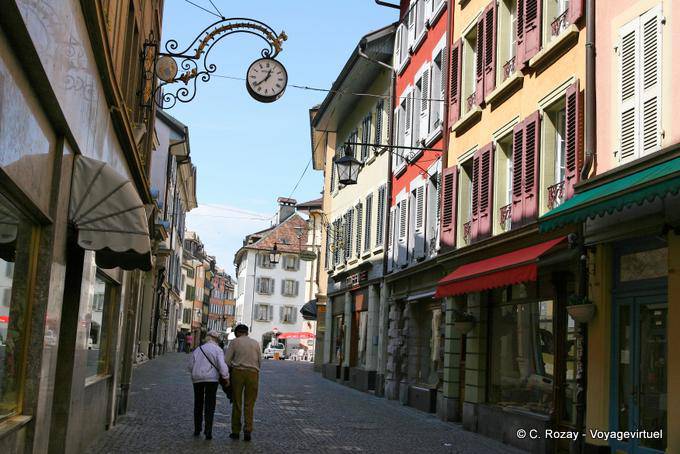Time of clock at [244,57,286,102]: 12:38
